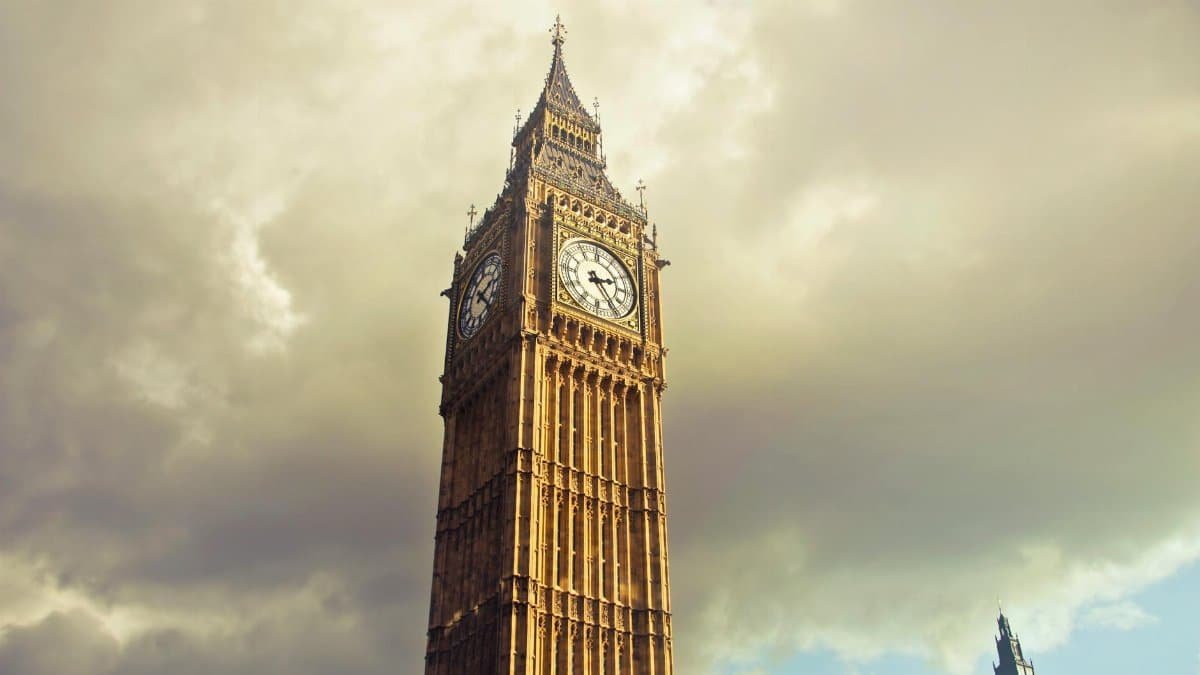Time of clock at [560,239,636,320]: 2:23
